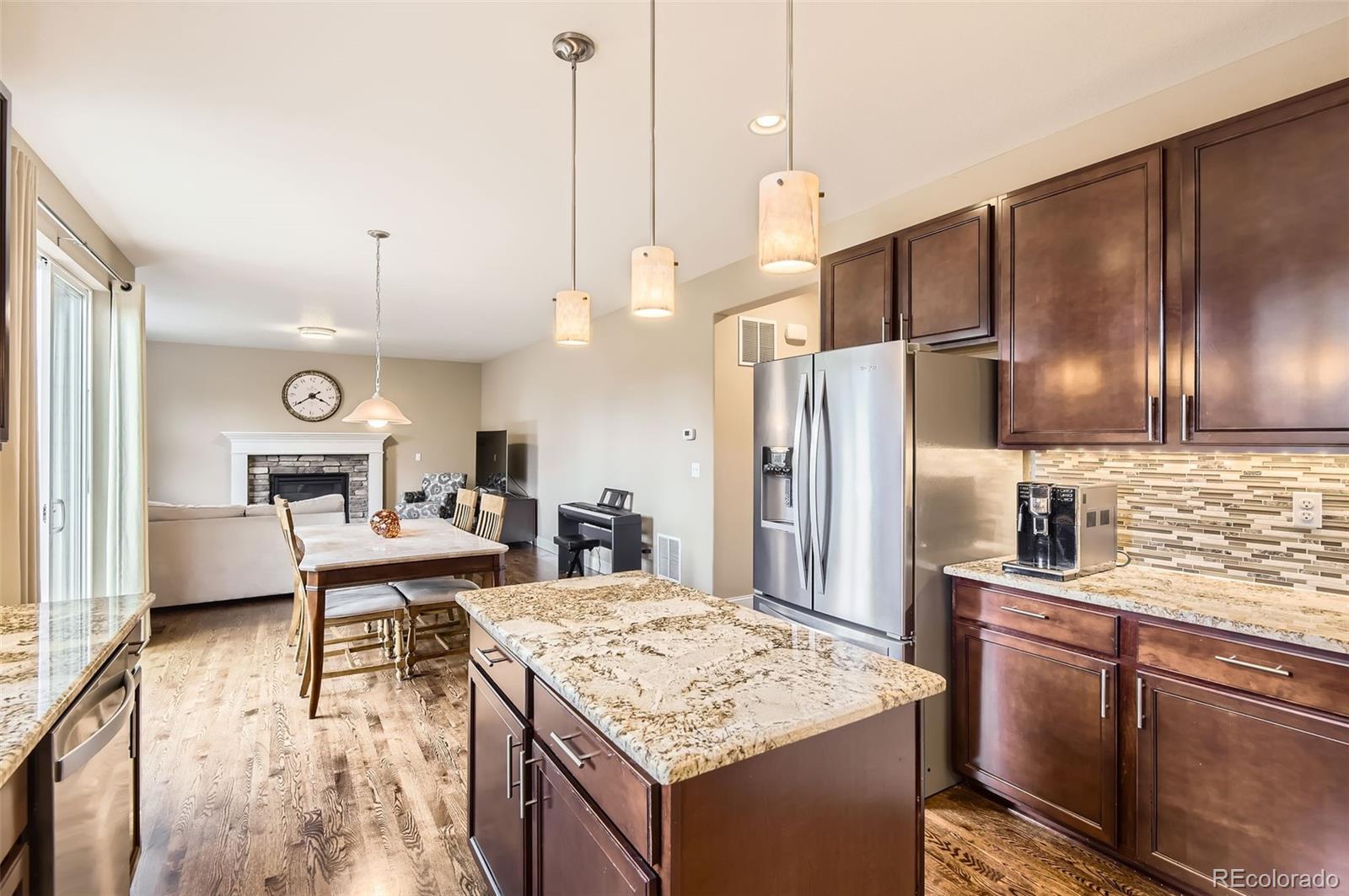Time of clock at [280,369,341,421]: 3:39
